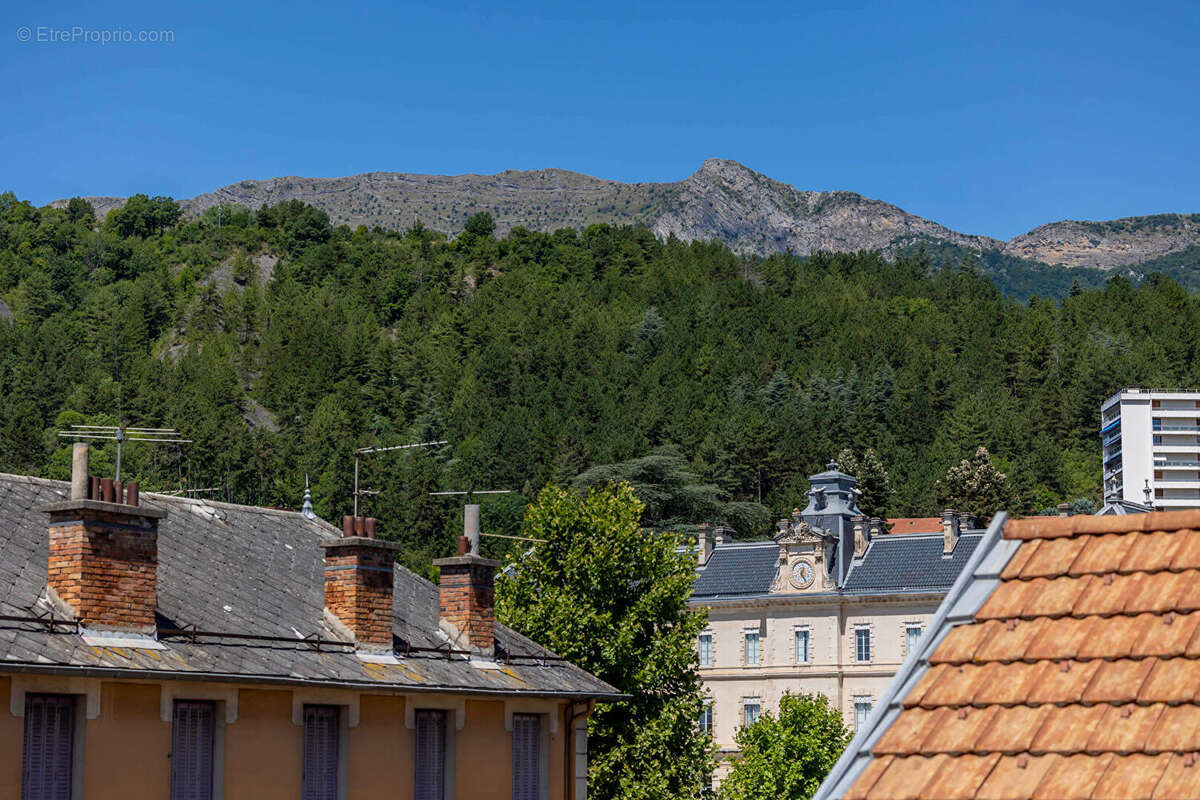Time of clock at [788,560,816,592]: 12:24
